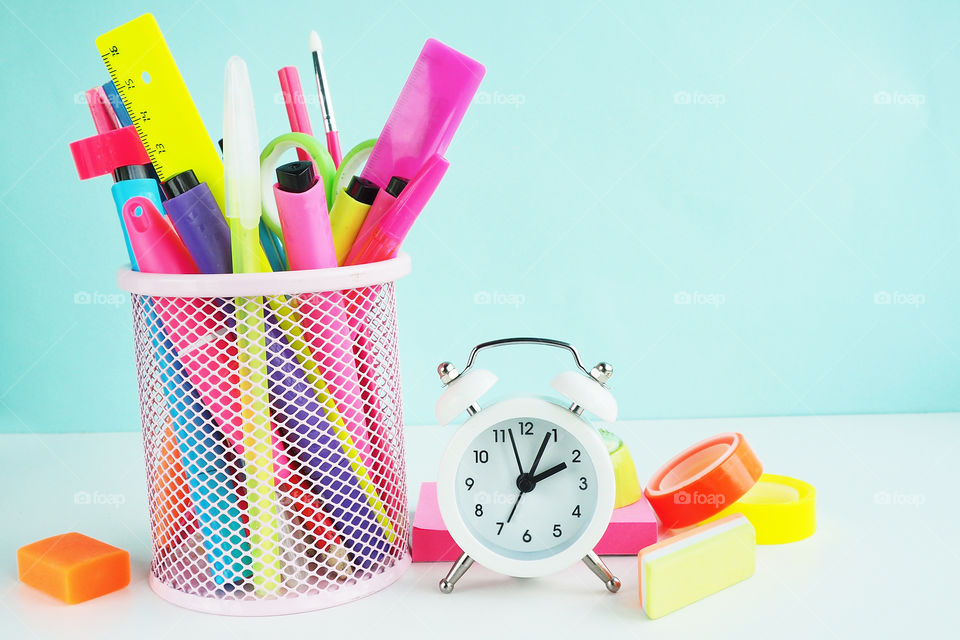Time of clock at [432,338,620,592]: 2:04
